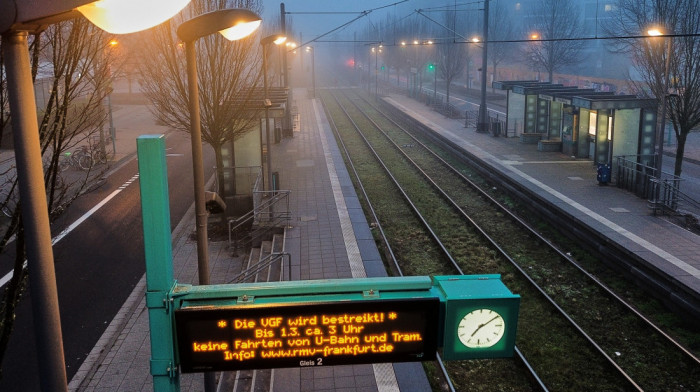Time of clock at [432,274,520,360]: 7:09
